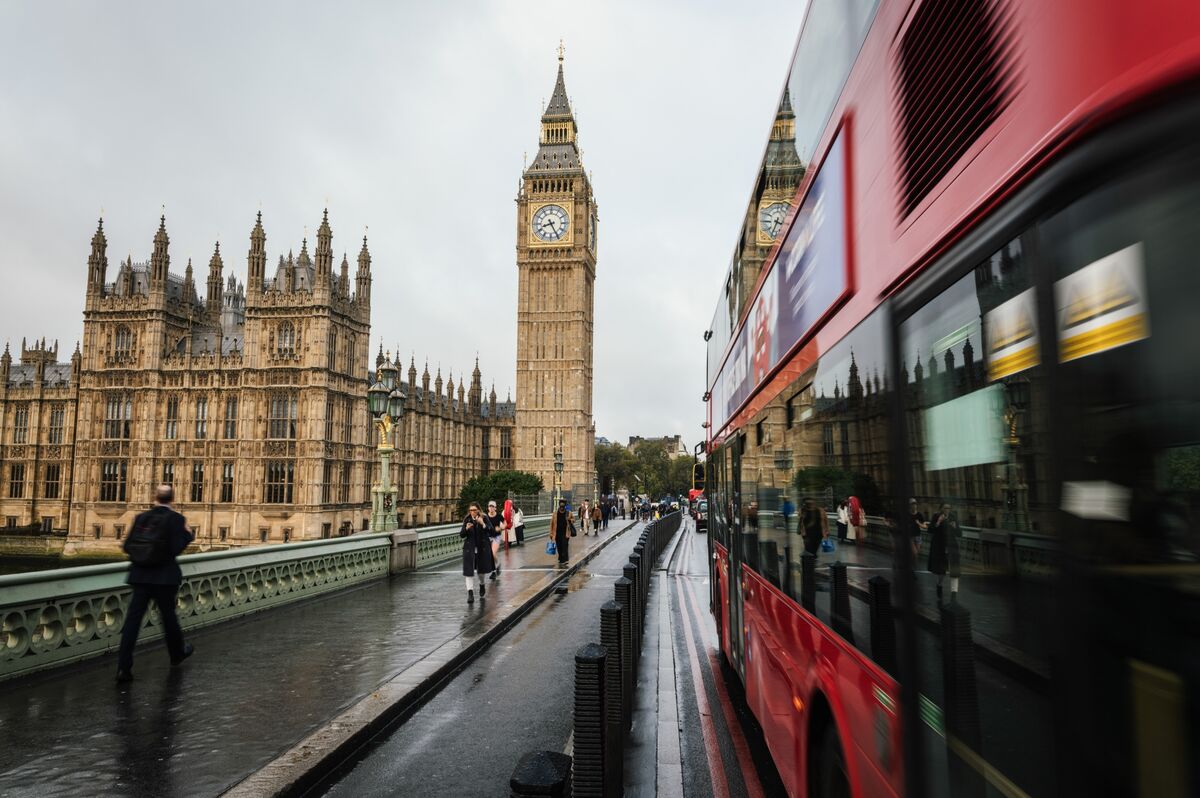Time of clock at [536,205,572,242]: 8:25
